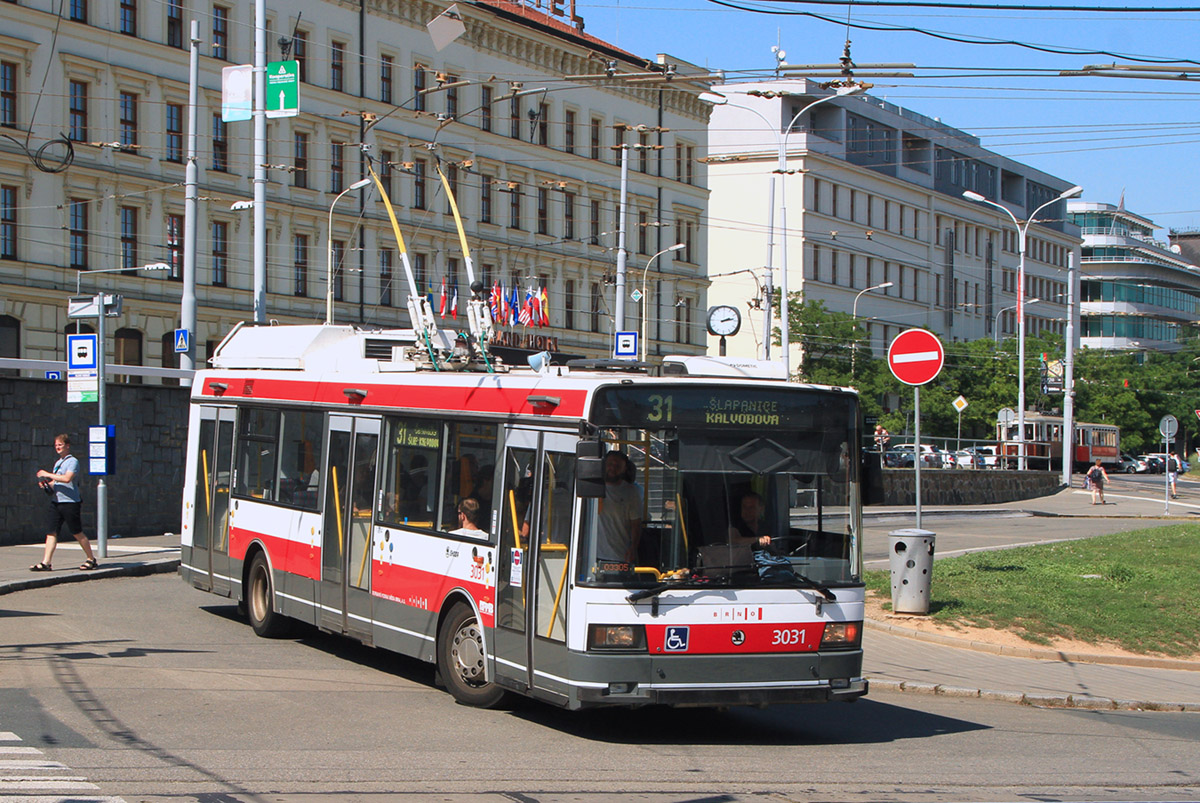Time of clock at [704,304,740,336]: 2:13
